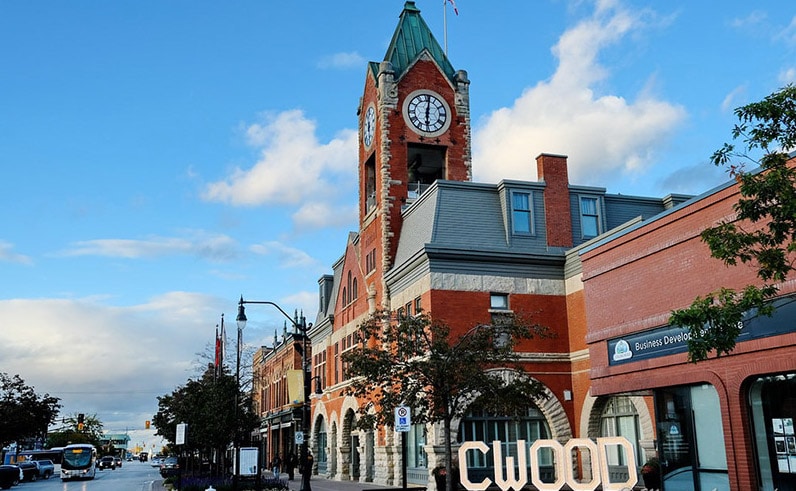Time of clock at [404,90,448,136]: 6:01
